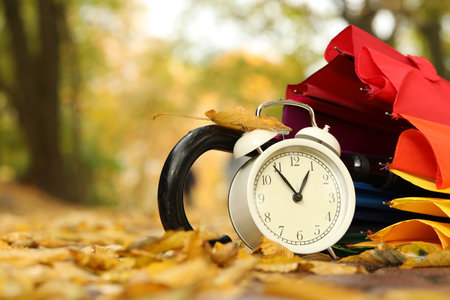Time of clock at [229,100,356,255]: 12:54
